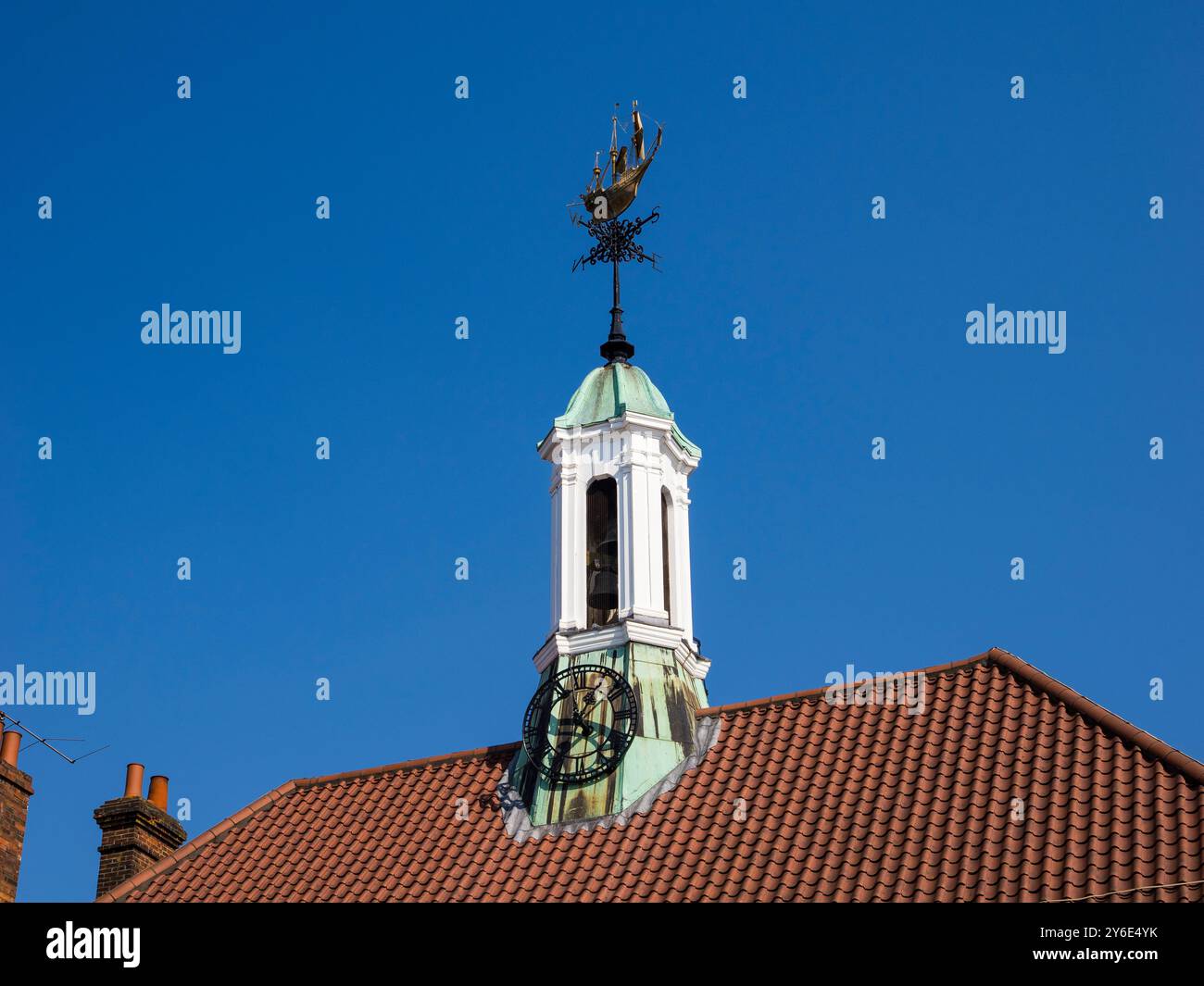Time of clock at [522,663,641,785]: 1:22
